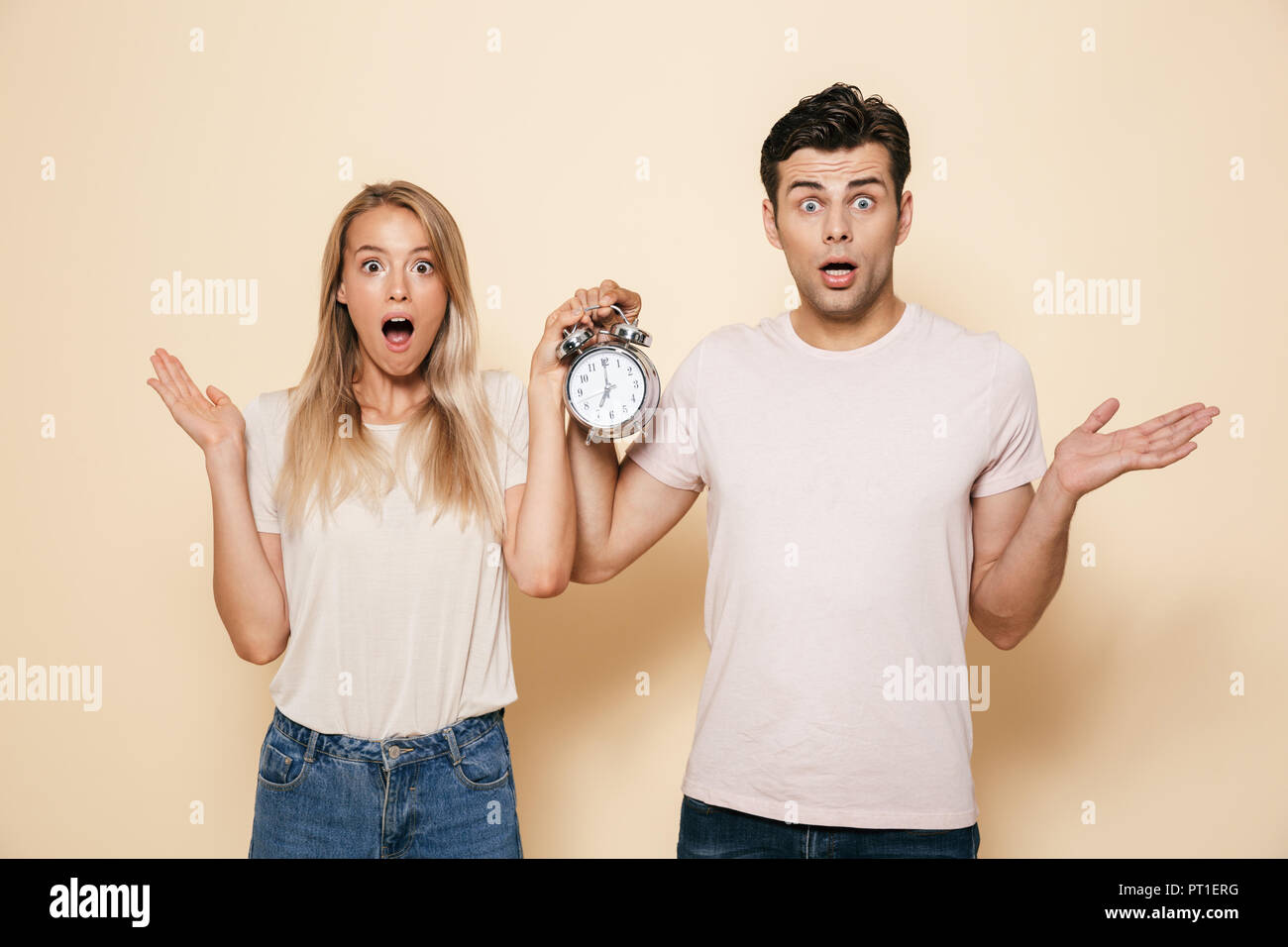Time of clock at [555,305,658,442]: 7:00
